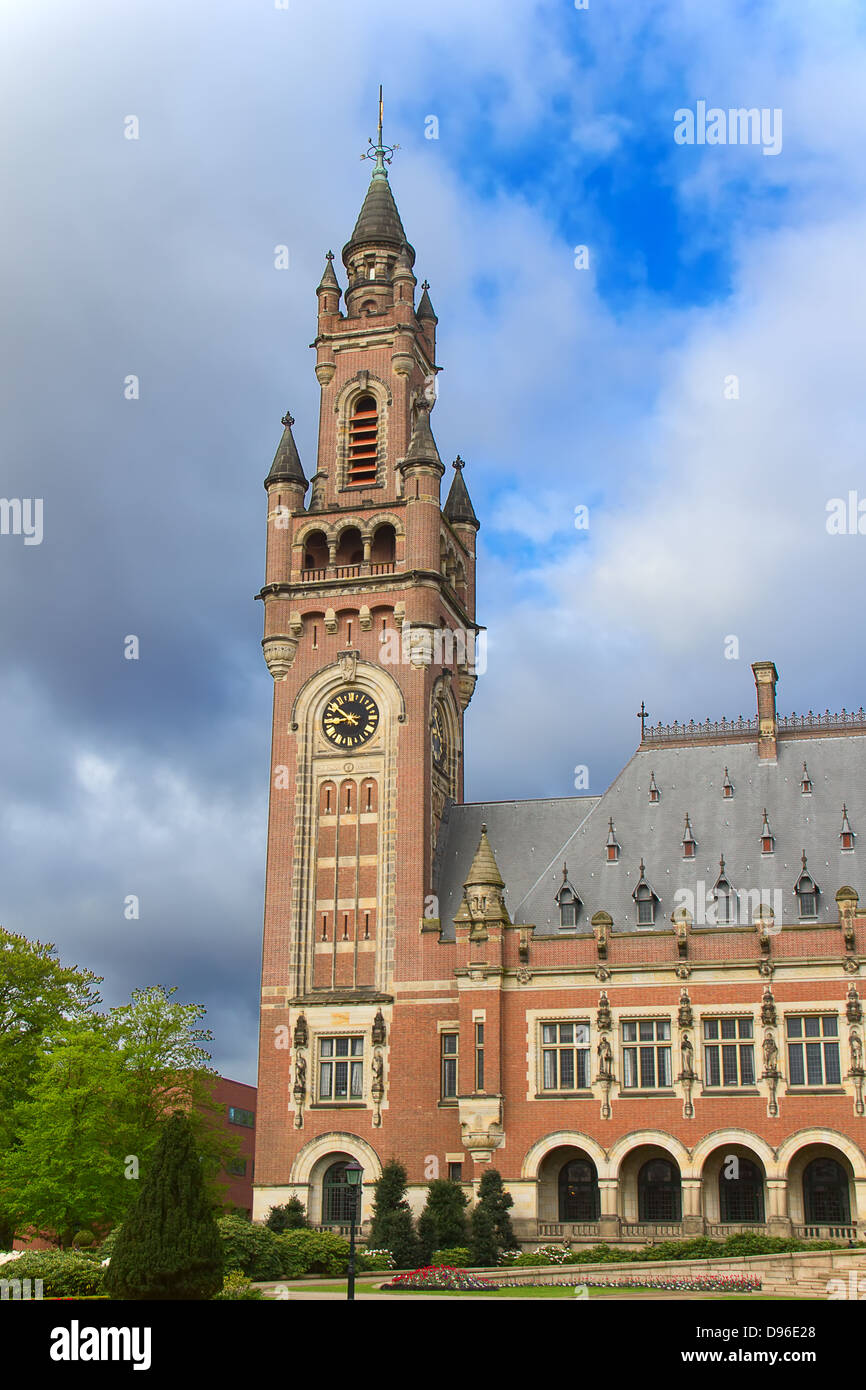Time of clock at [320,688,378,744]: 8:50
